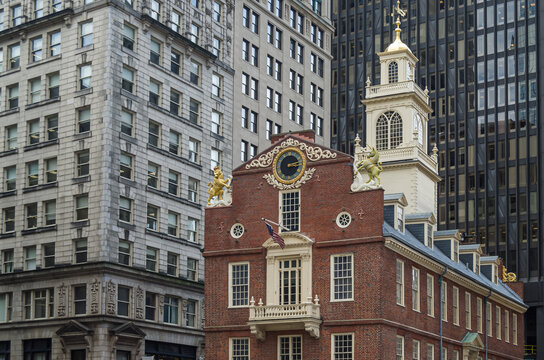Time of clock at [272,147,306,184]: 3:12
